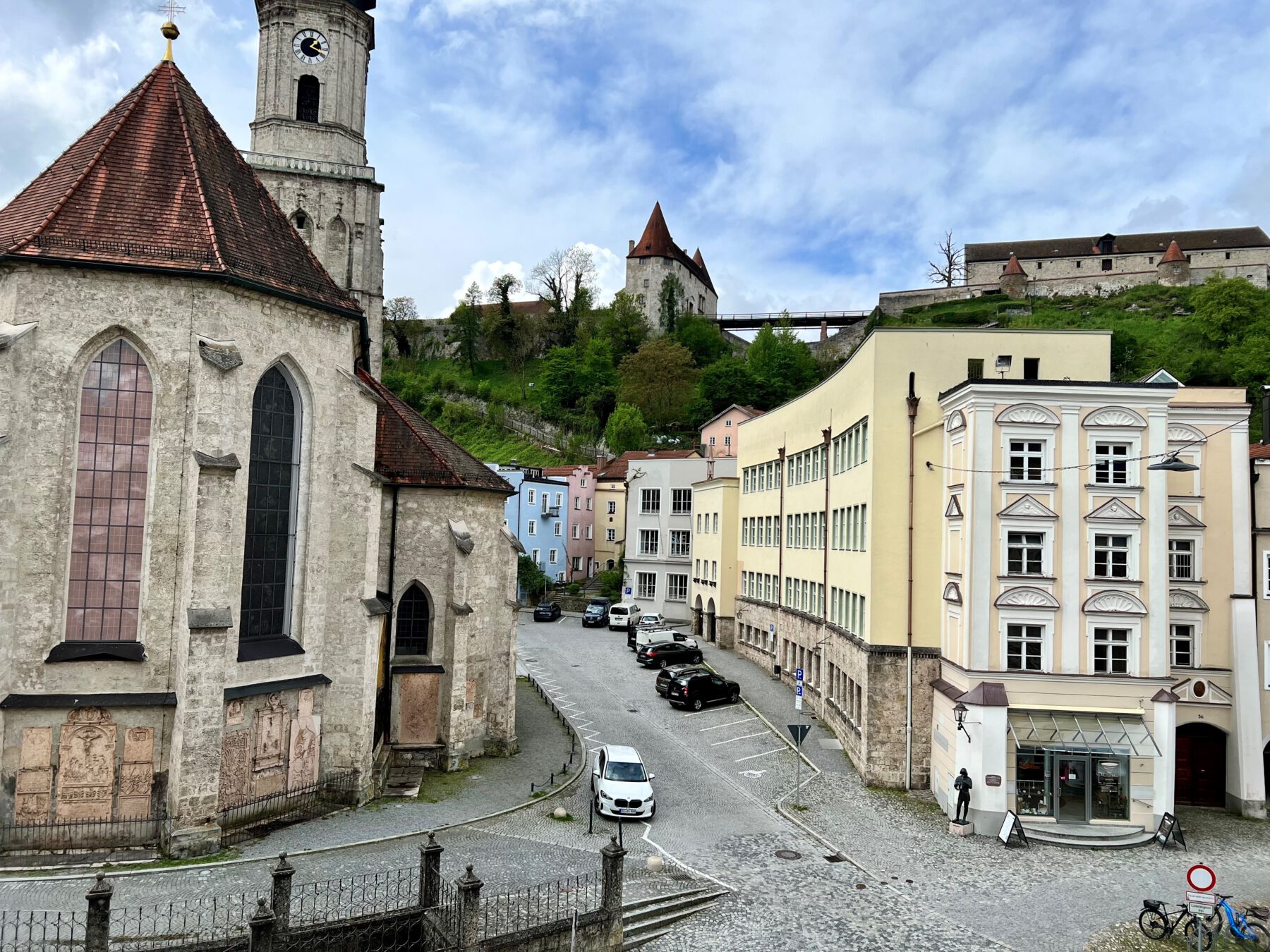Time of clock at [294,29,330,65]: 1:18
